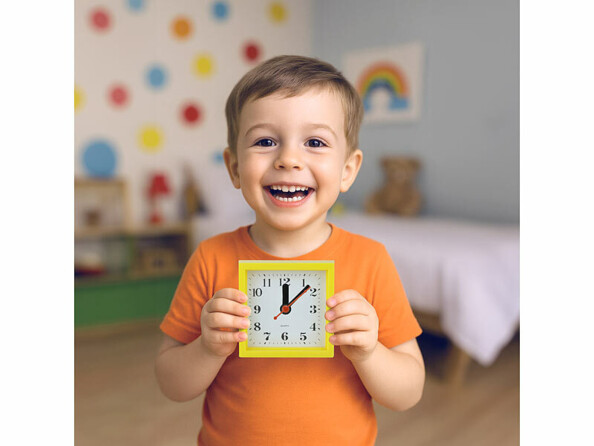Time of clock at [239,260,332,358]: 12:07
